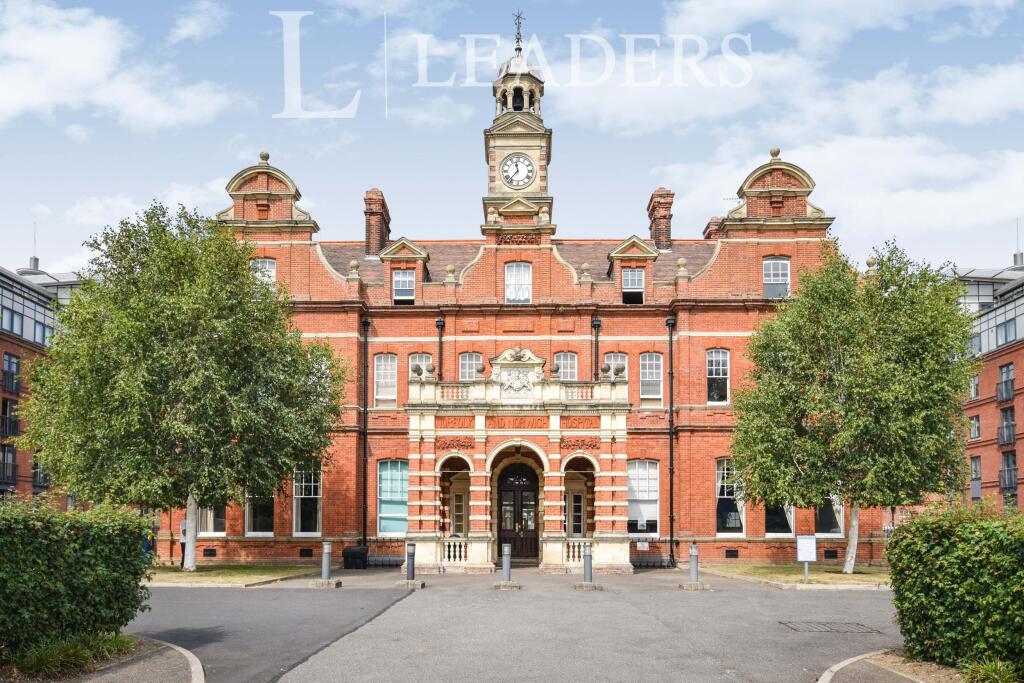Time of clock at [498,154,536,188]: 11:36
